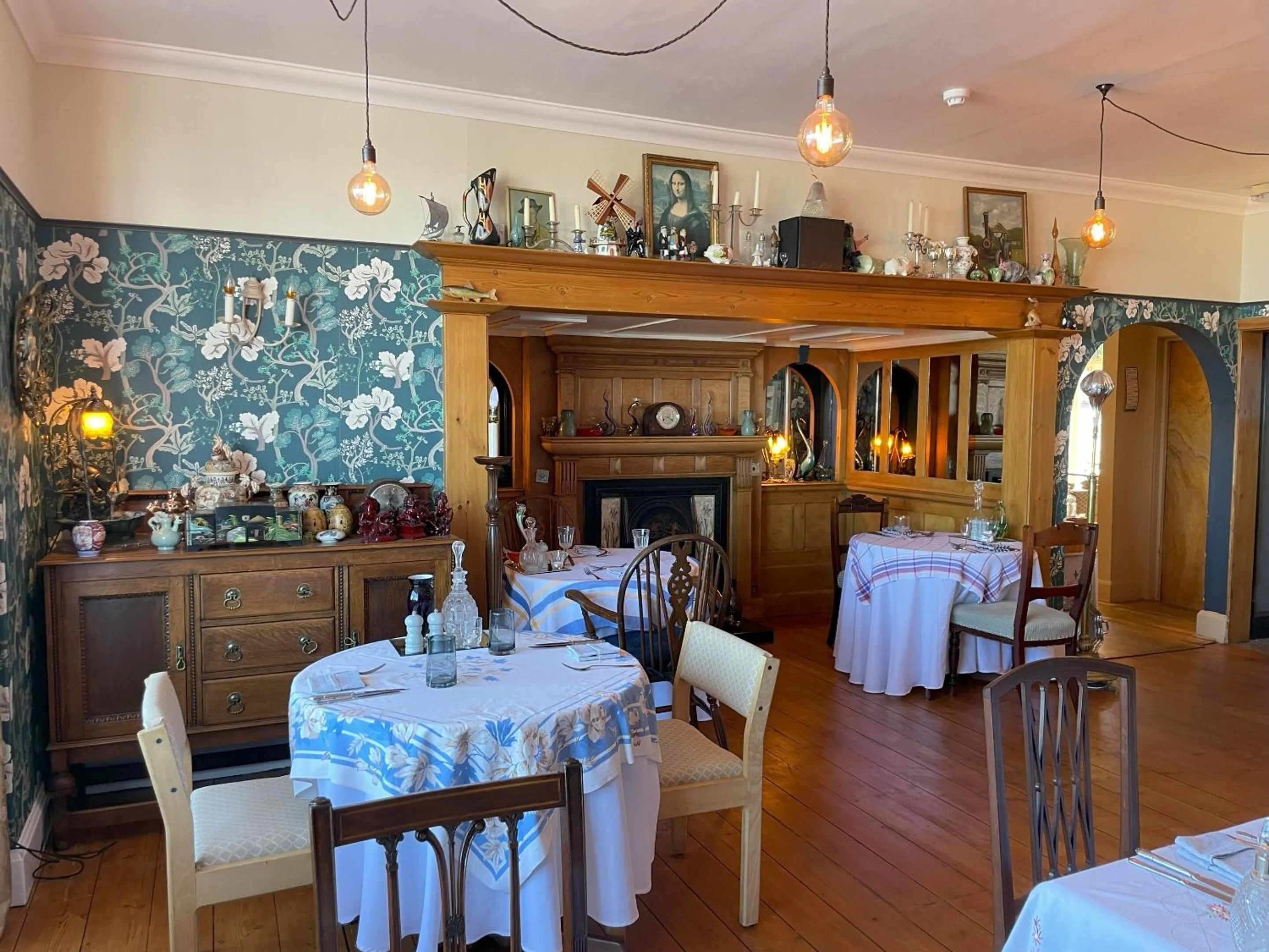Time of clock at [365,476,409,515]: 12:23
